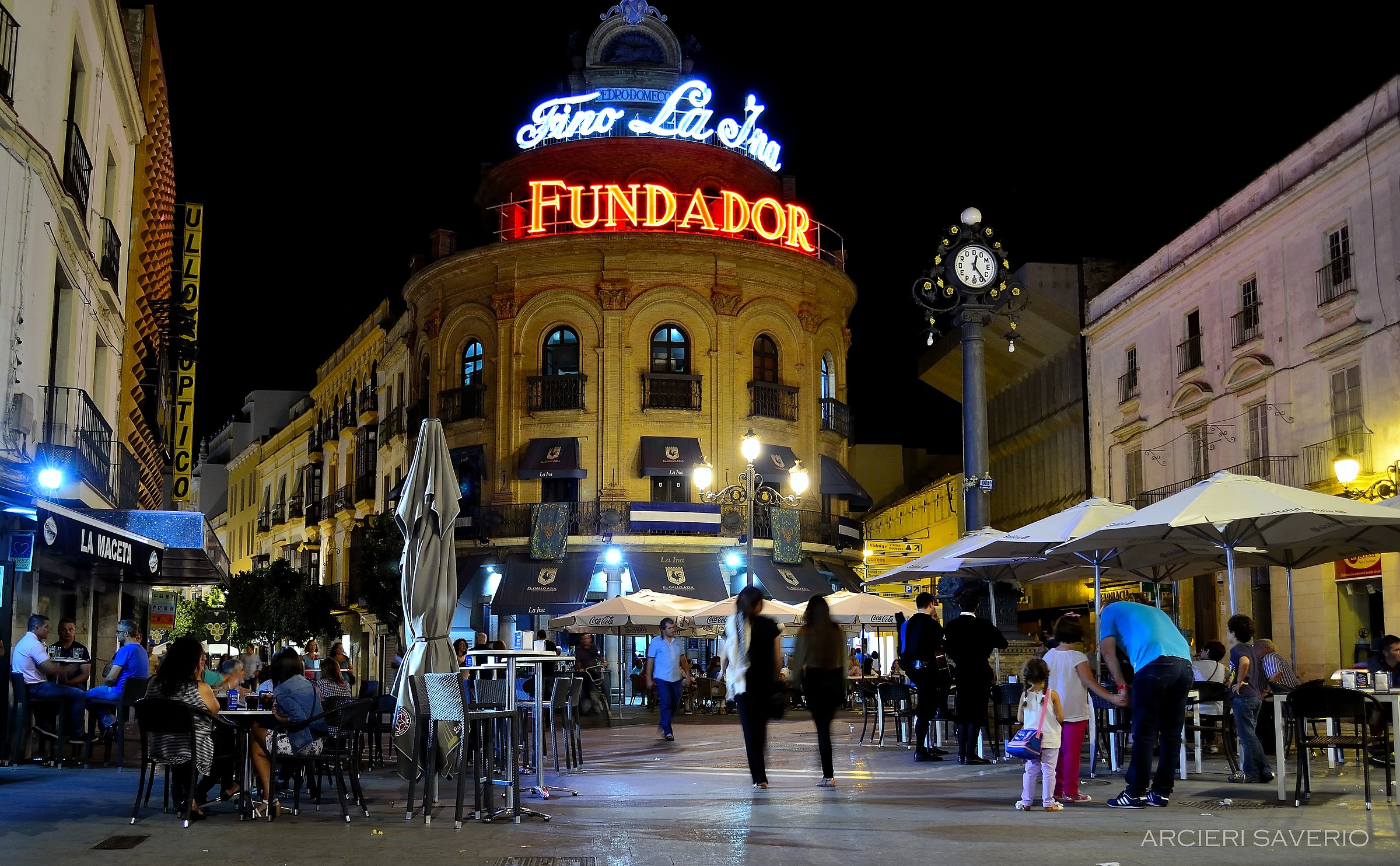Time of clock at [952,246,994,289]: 12:23
